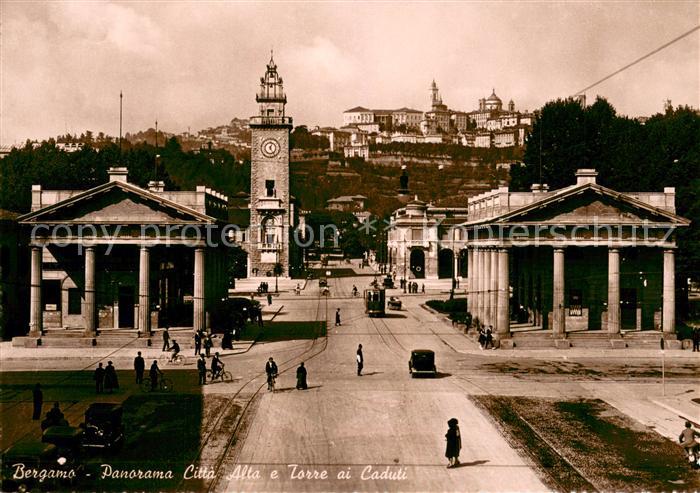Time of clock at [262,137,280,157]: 5:03
